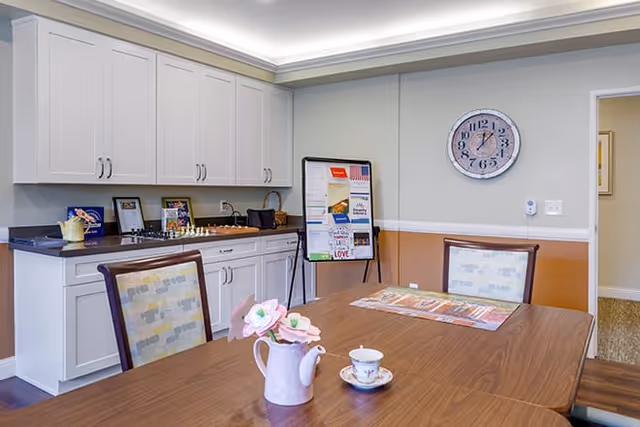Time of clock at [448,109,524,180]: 12:07
